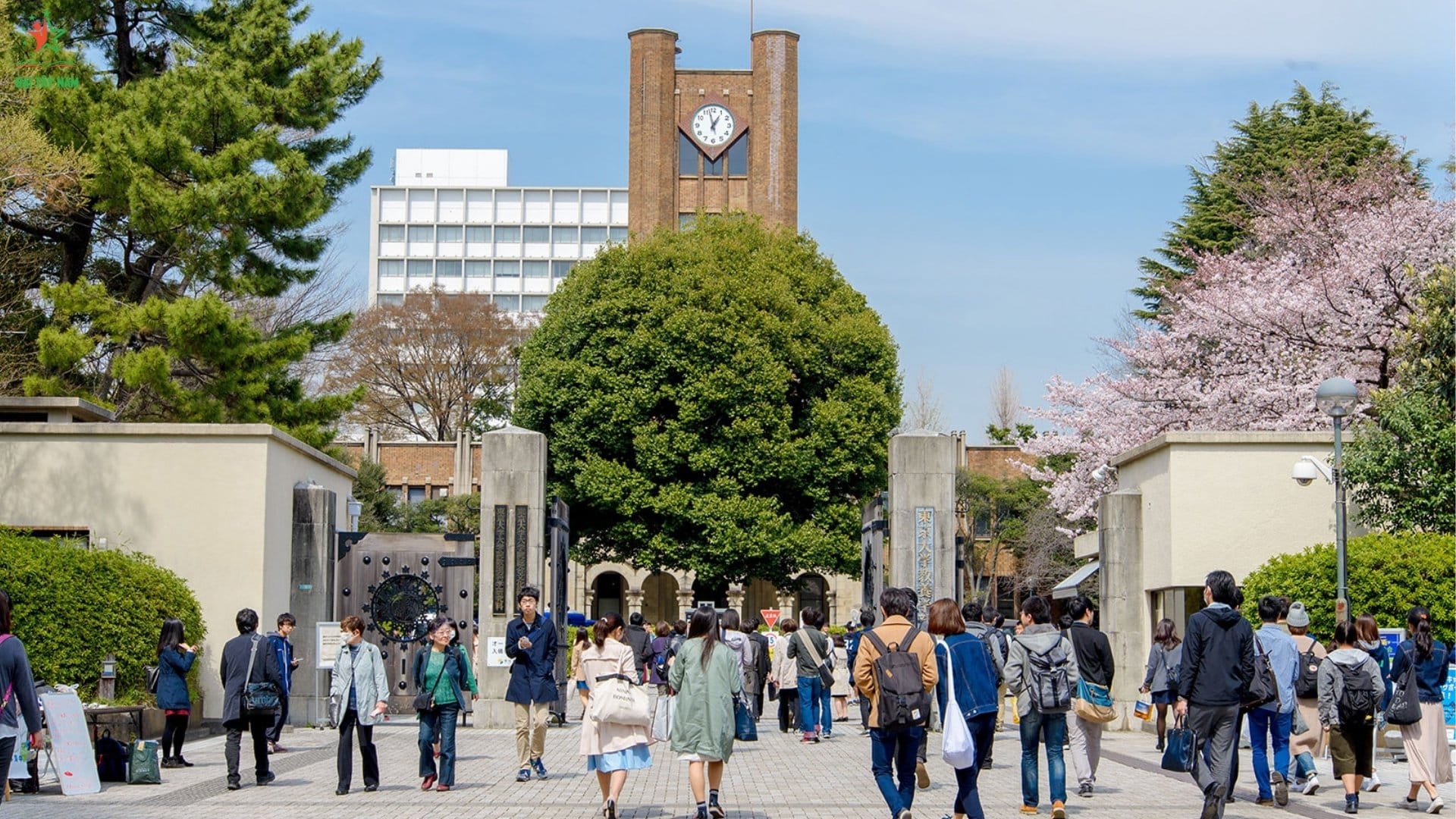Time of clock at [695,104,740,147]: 12:57
